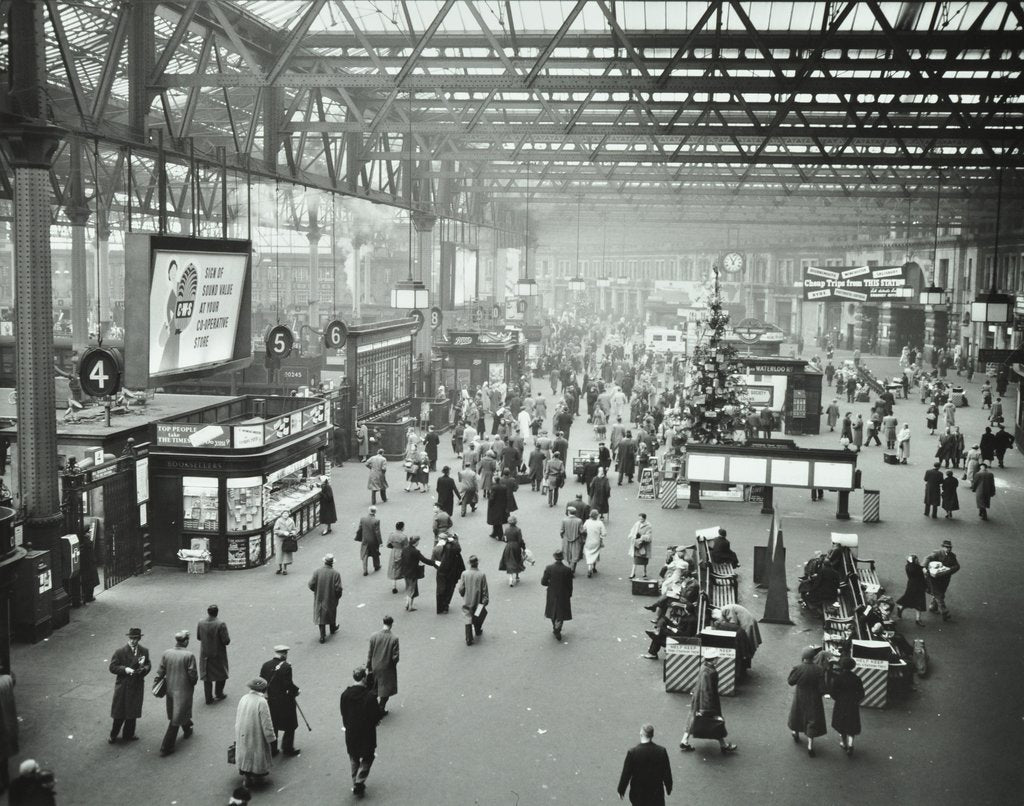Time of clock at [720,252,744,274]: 11:04
